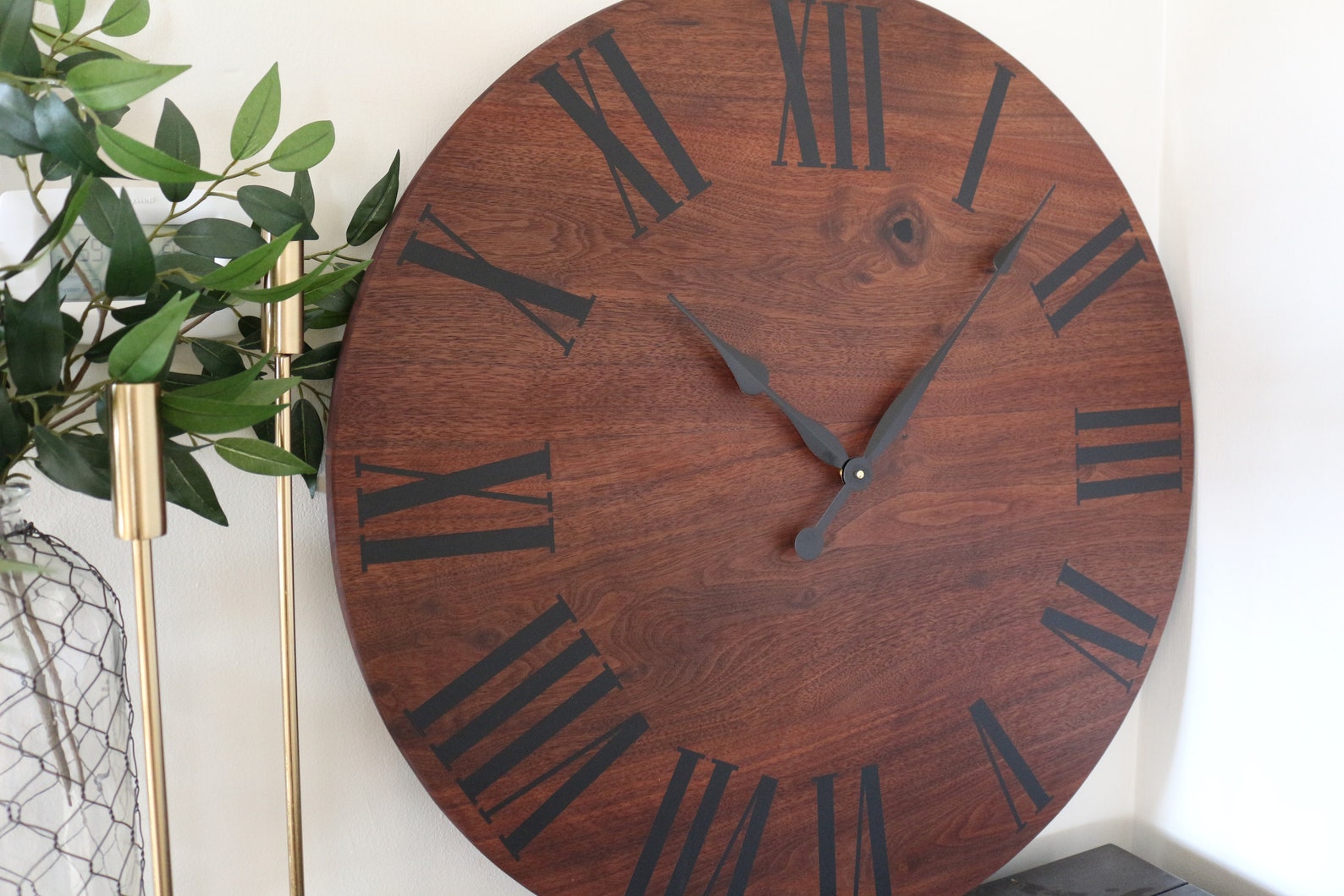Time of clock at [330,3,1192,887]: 10:07
